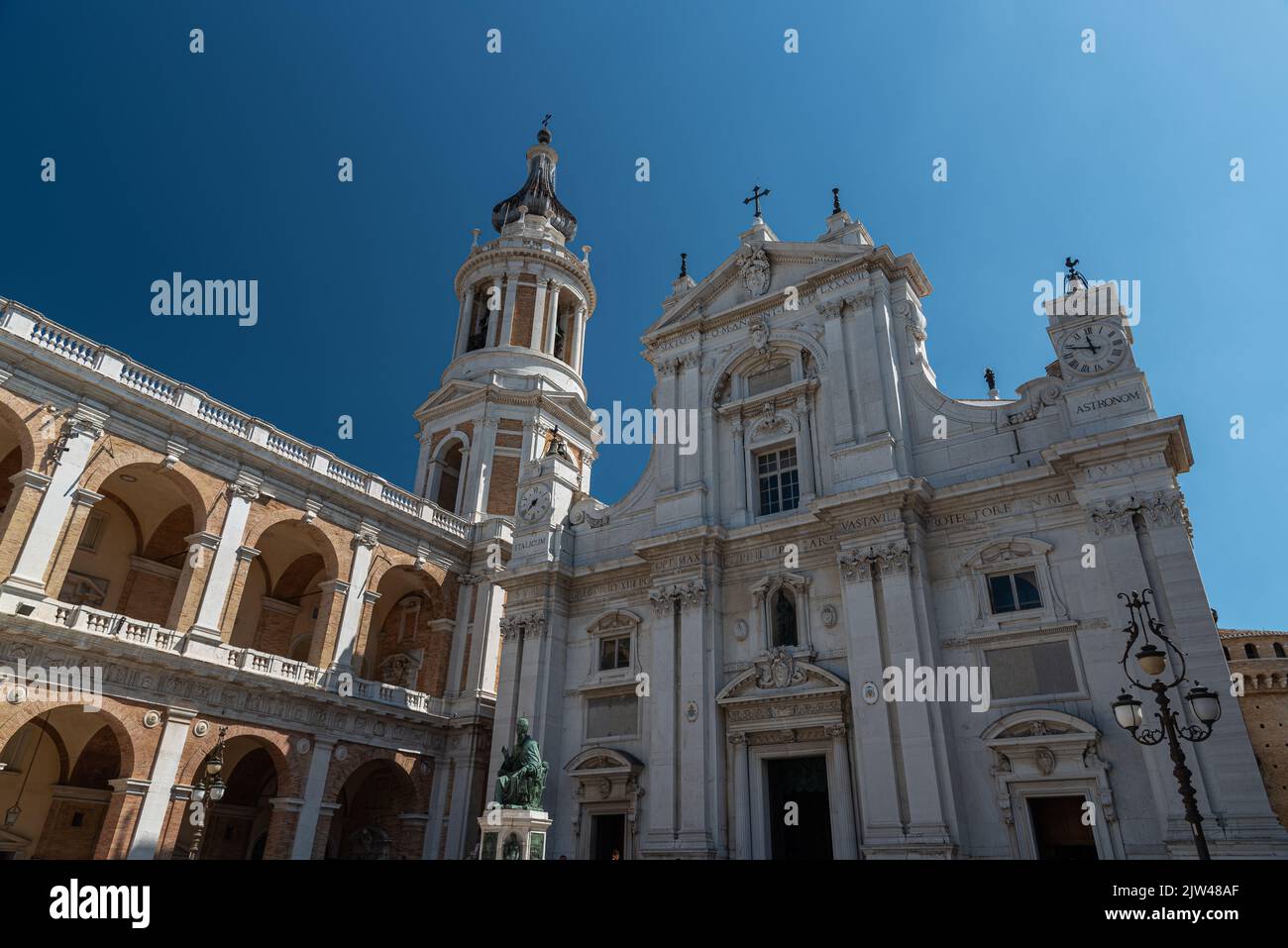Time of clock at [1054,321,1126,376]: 11:48
